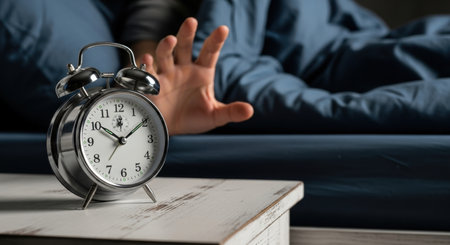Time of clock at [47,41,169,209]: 10:09
